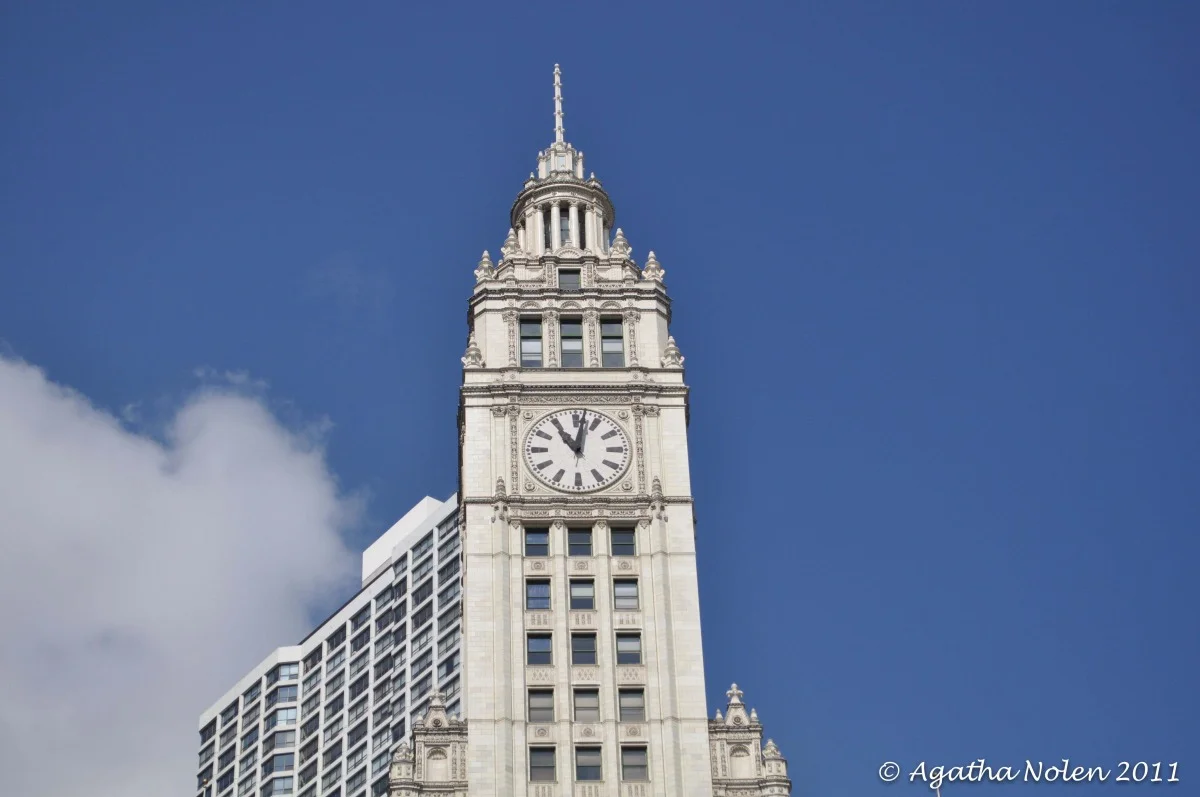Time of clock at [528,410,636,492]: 11:01
